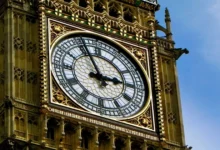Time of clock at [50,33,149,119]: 2:56
